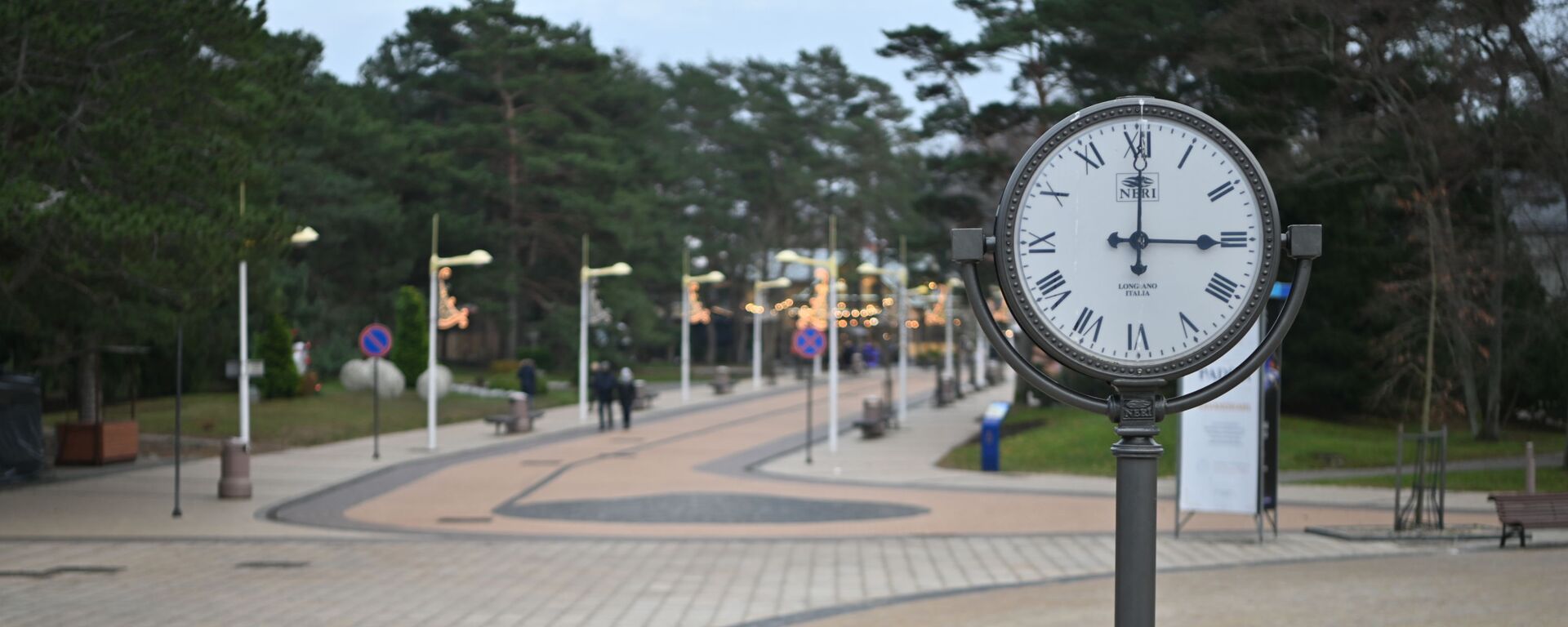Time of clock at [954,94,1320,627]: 3:00
